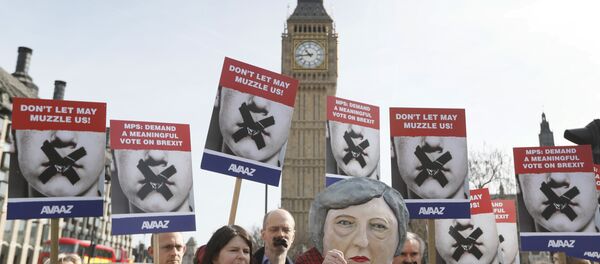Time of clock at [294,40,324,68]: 10:43
